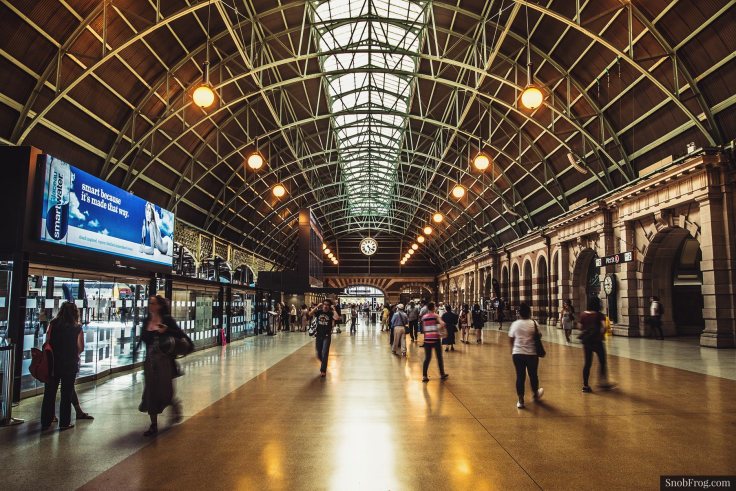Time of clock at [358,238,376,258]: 5:21
